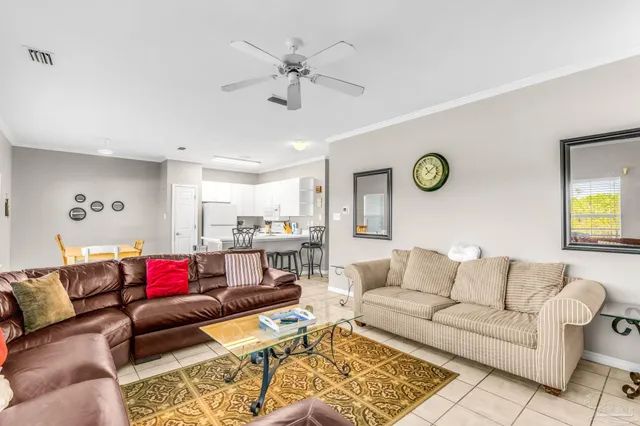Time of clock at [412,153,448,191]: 11:07
